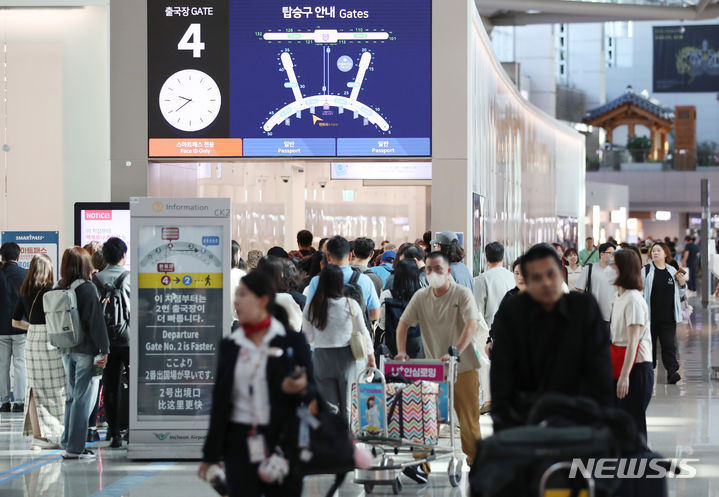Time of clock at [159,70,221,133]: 9:39
